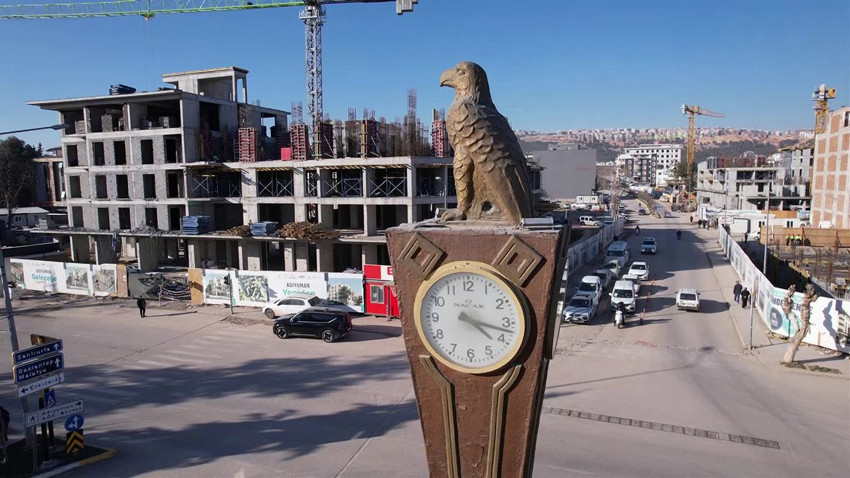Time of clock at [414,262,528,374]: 4:17
